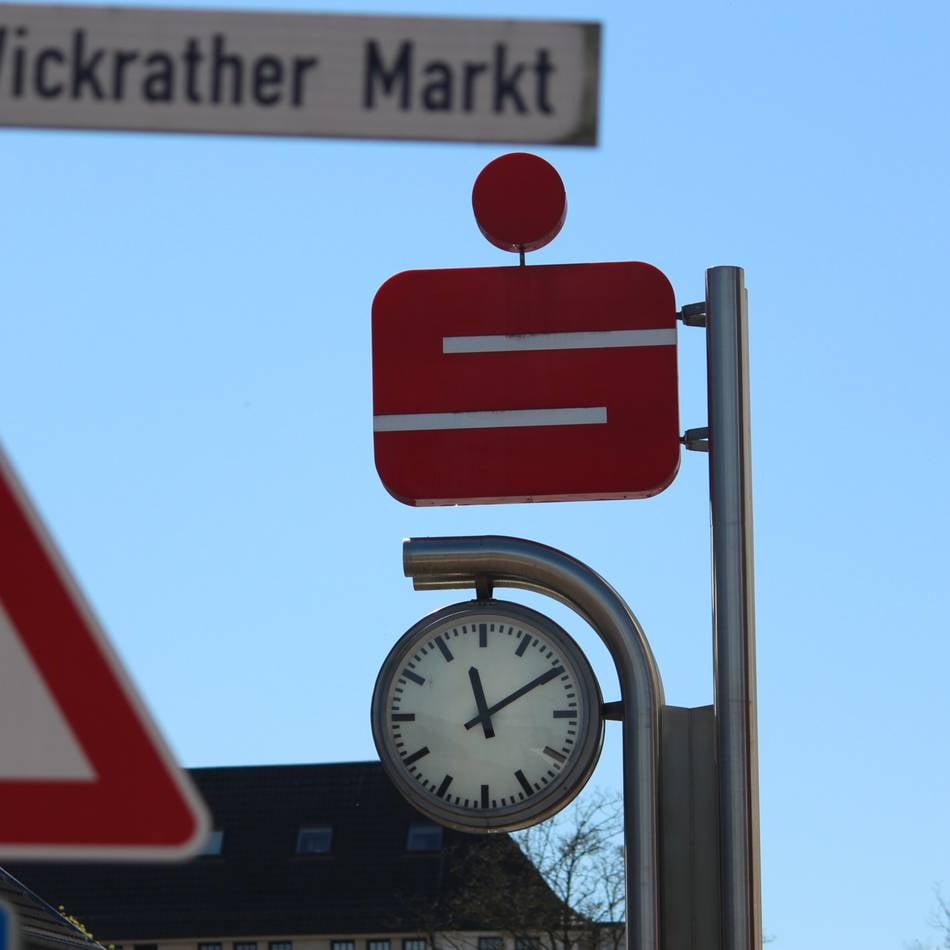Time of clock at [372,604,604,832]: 11:09
